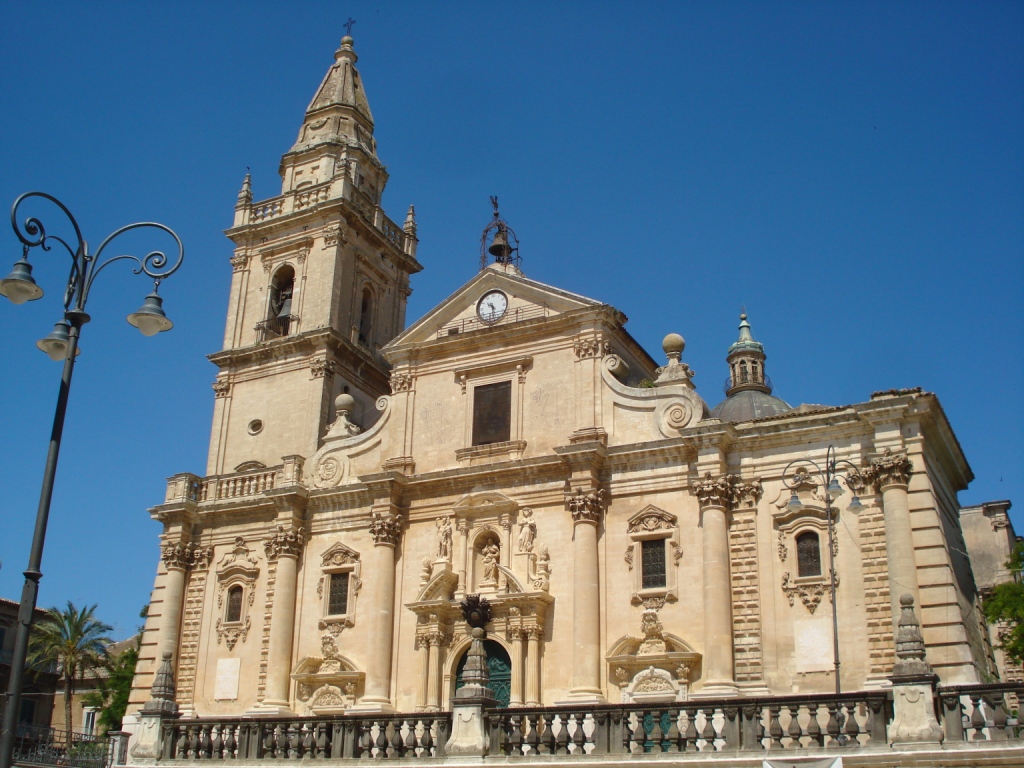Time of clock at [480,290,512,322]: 10:28
